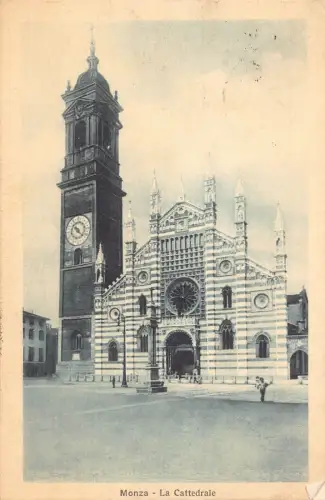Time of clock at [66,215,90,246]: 10:22
